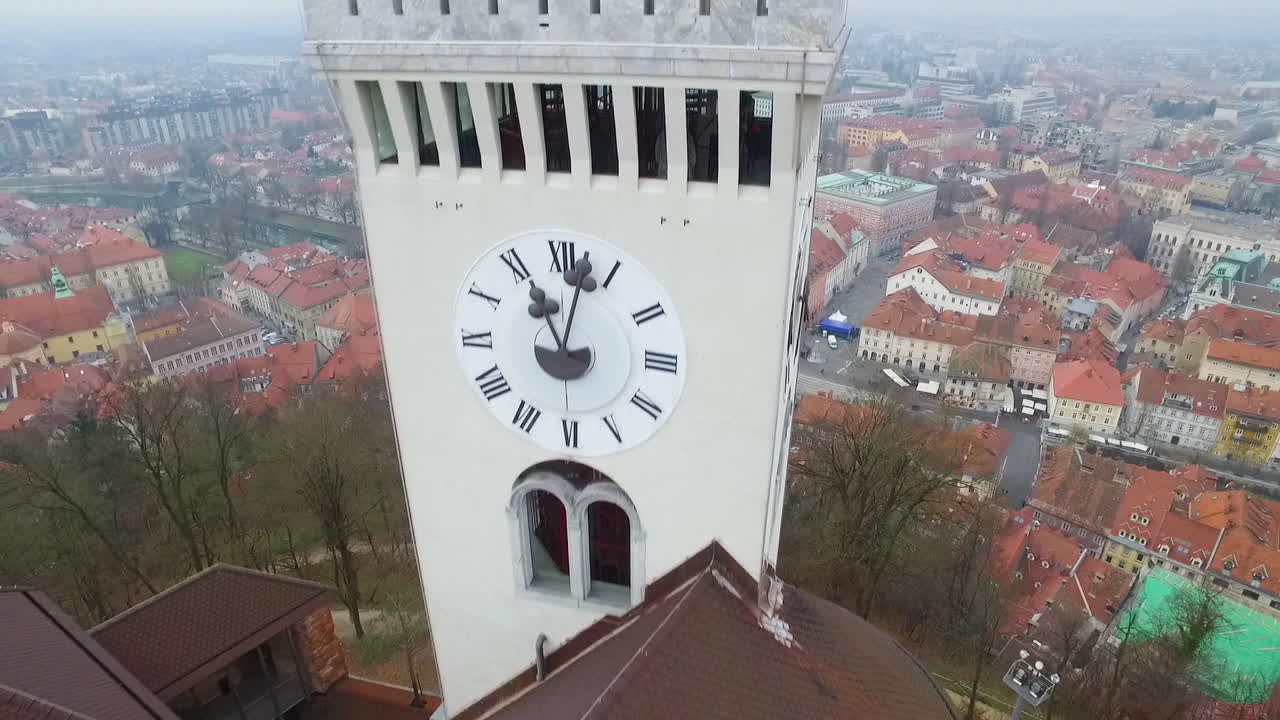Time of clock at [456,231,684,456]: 11:02
